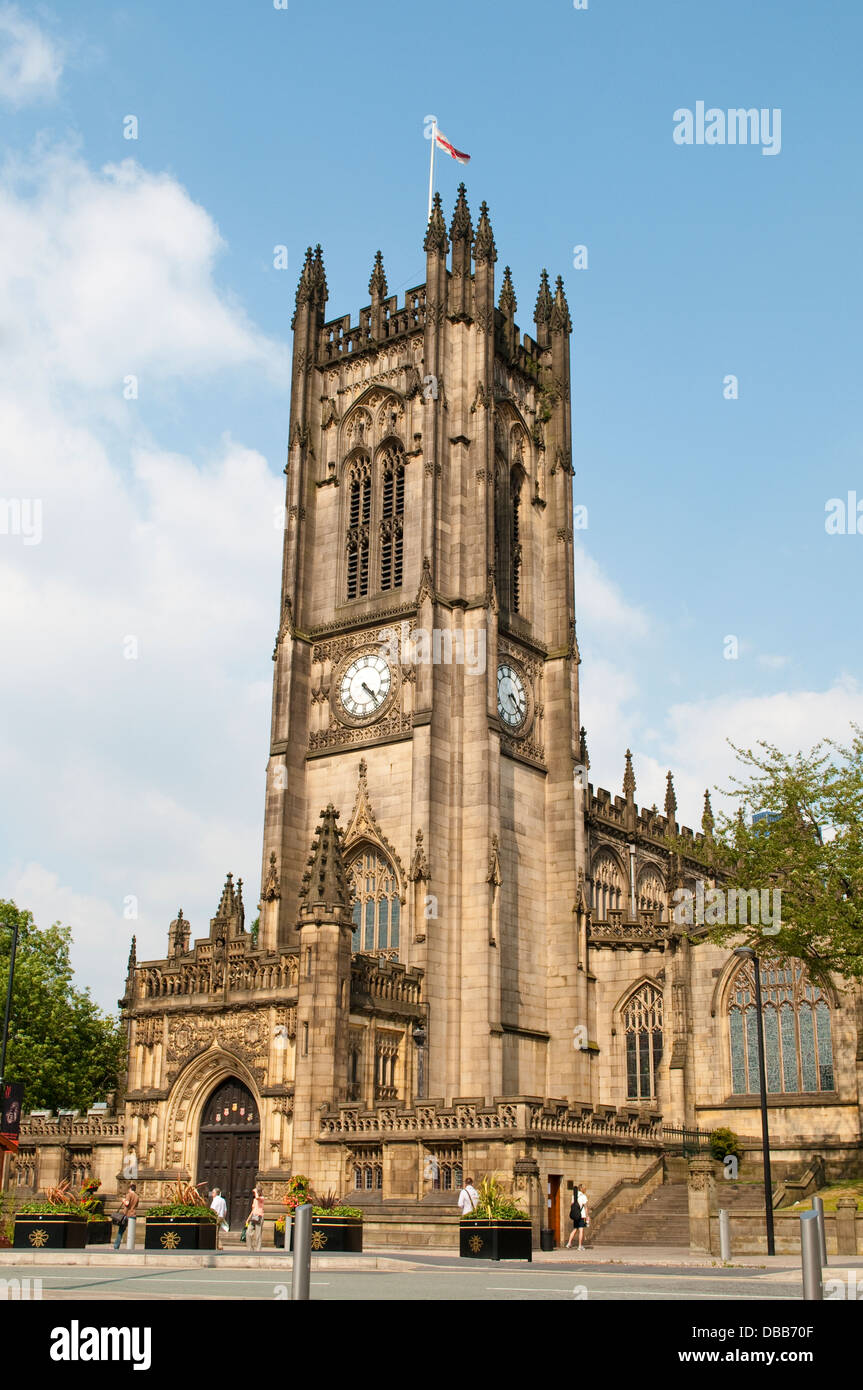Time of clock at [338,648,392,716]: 4:22
